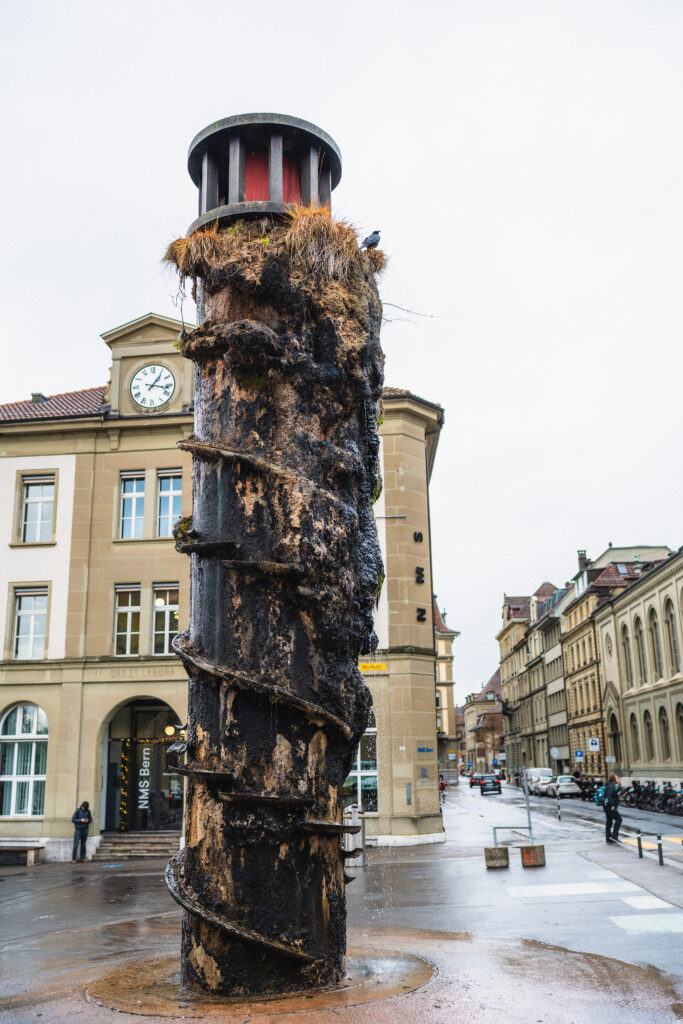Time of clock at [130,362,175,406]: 1:16
